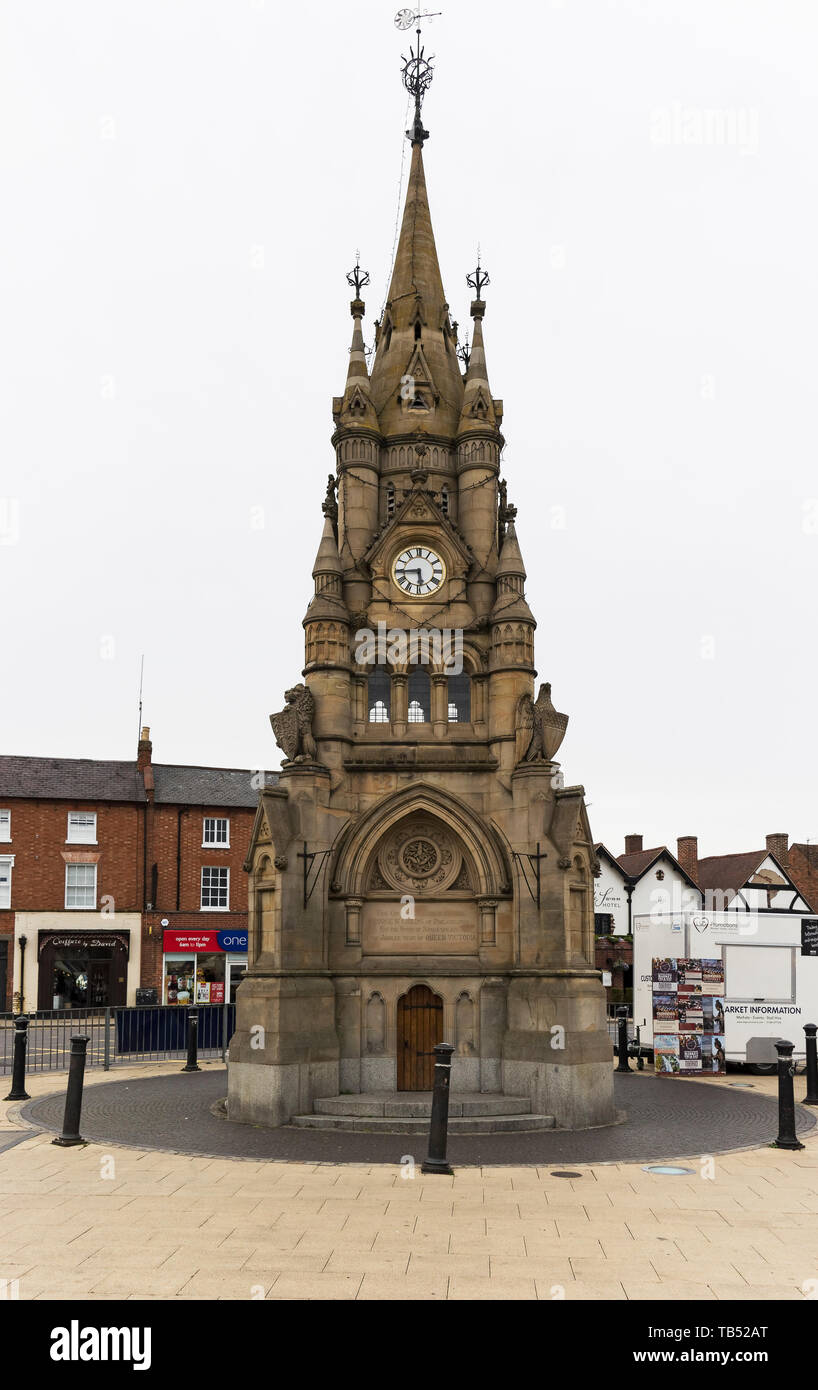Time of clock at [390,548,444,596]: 5:44
